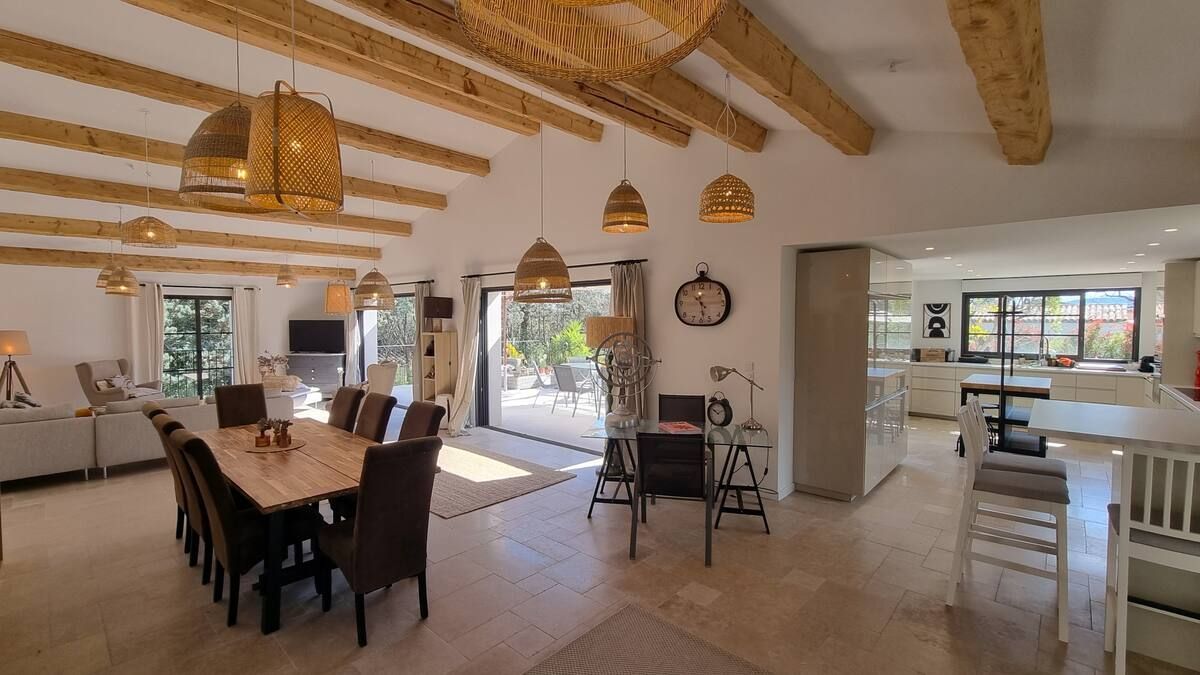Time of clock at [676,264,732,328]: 10:28
